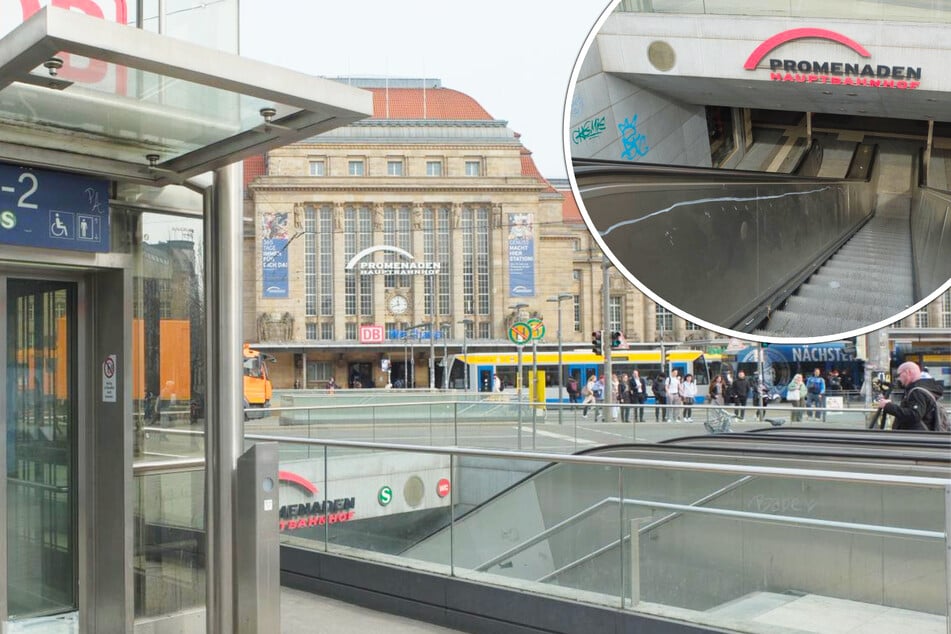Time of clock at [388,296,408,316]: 11:41
